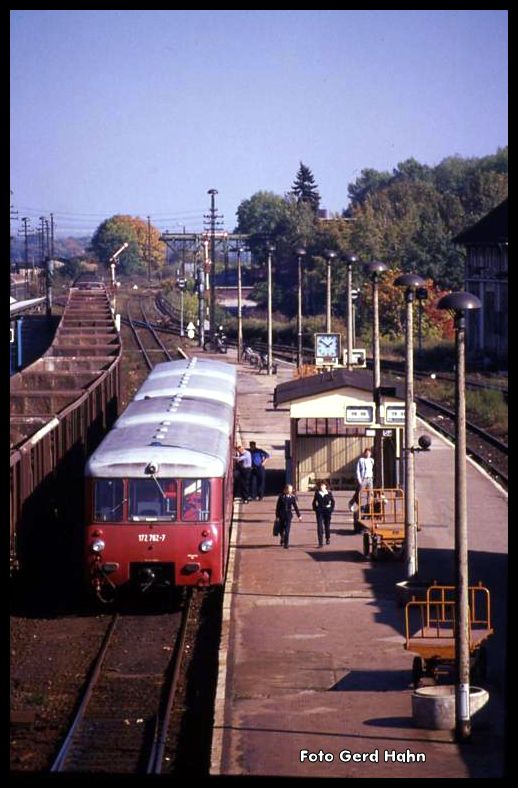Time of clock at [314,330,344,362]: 1:50
